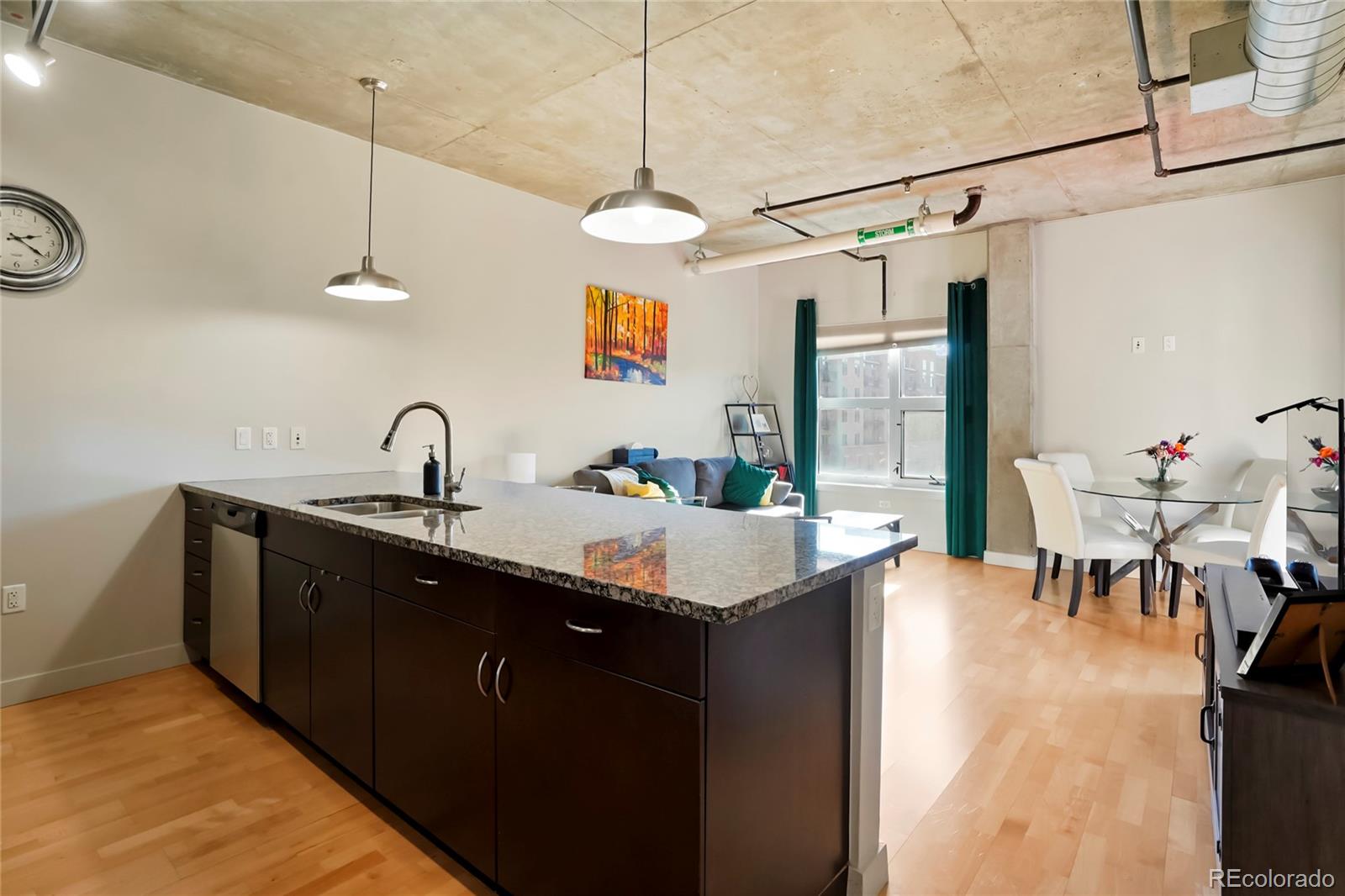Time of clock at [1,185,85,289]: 2:21
